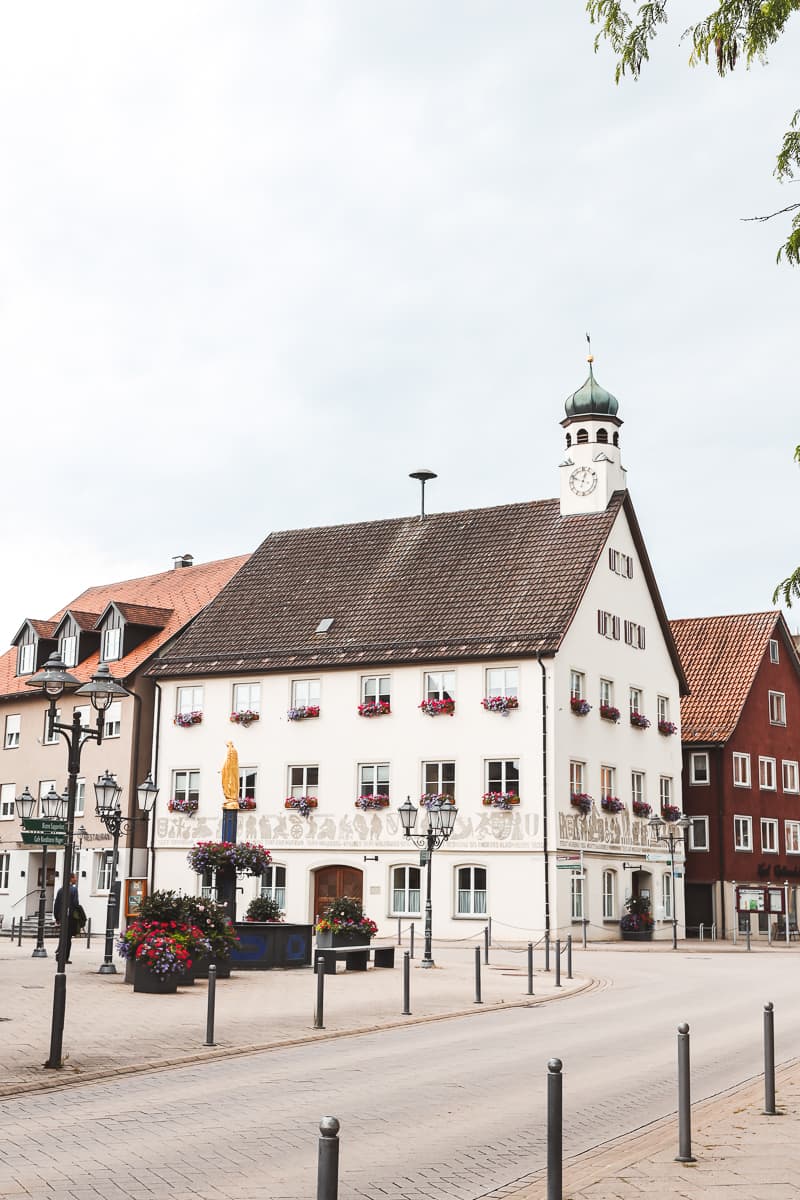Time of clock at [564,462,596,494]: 12:49
